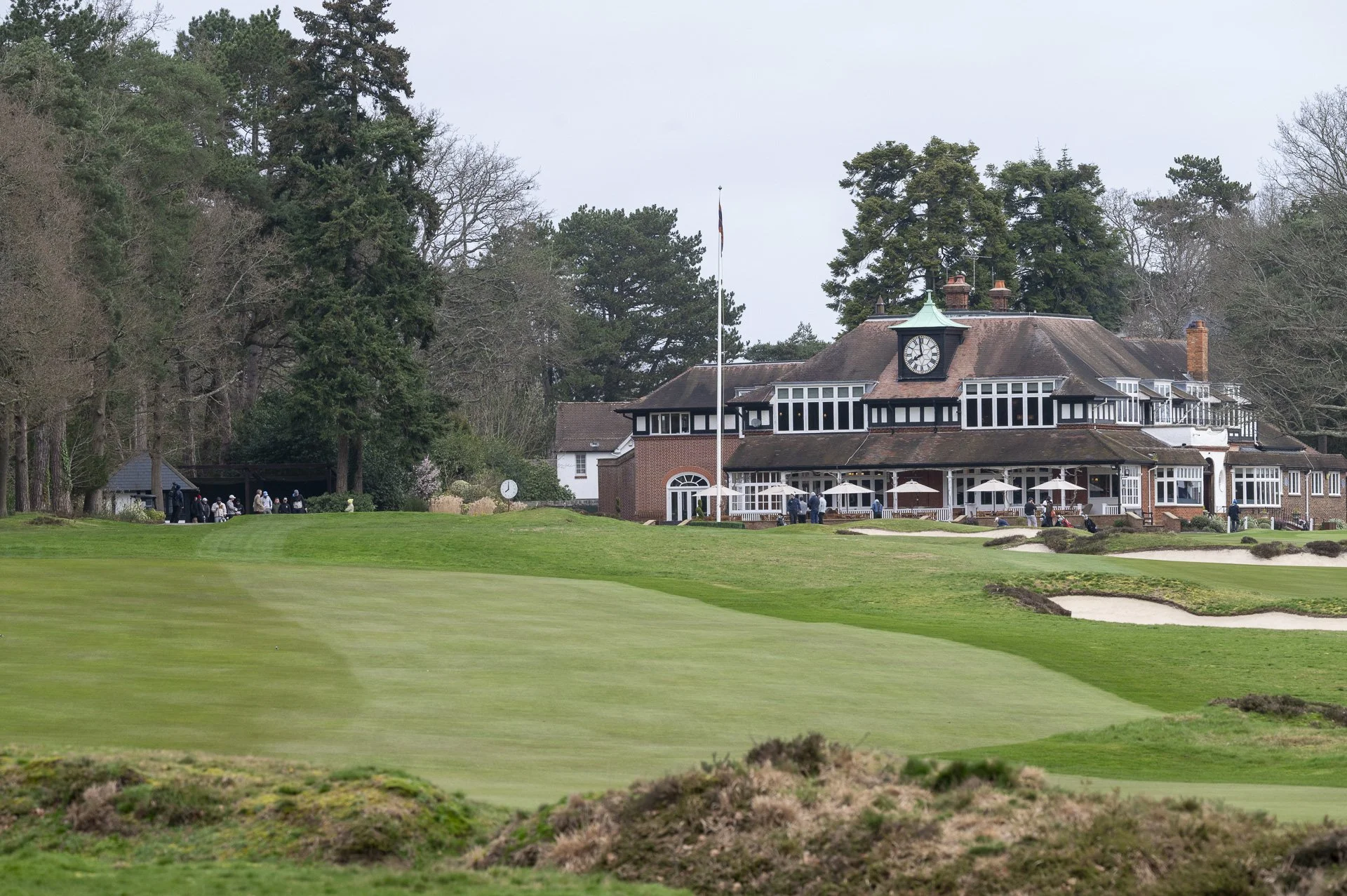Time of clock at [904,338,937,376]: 7:58
